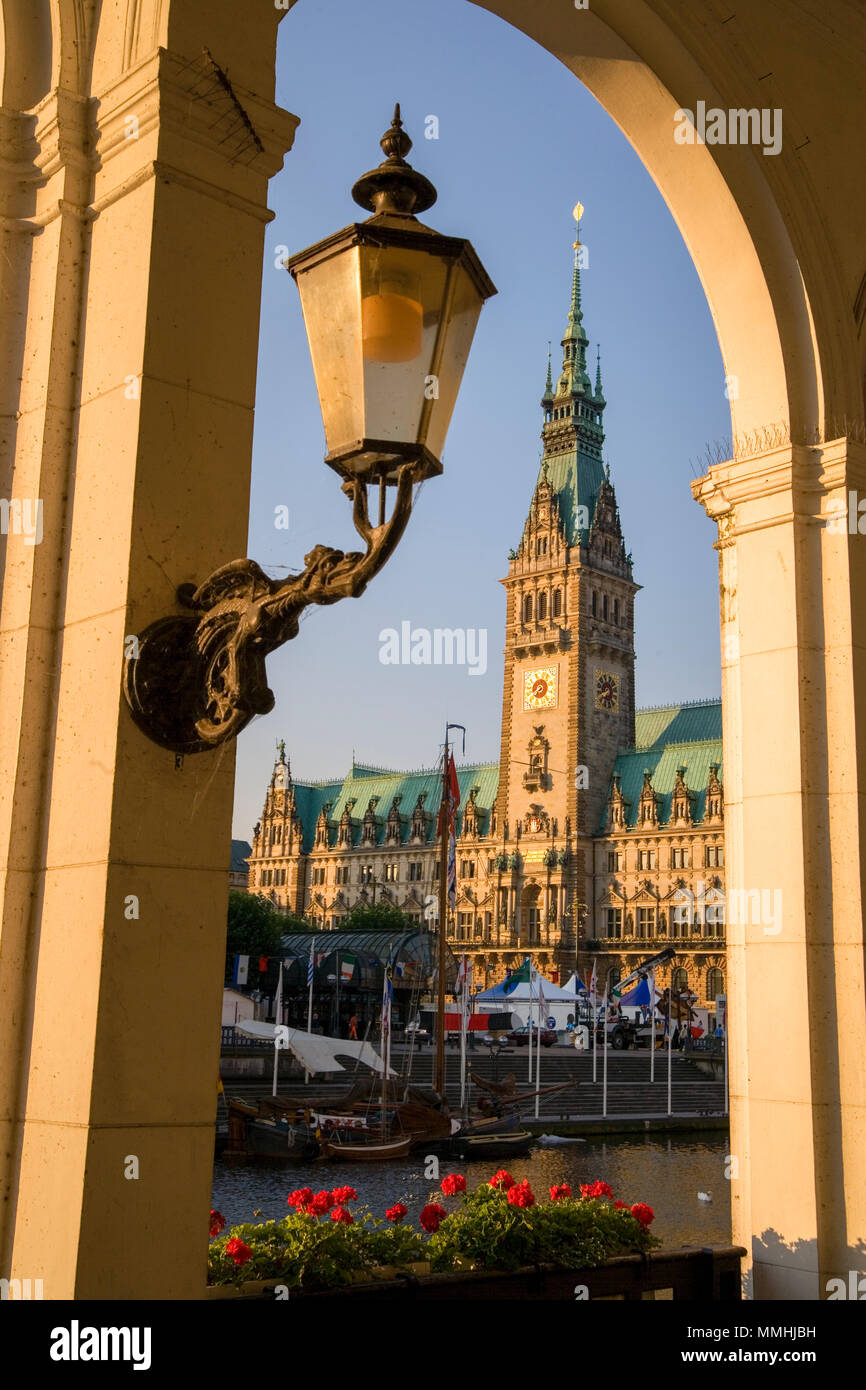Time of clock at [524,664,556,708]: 7:40
